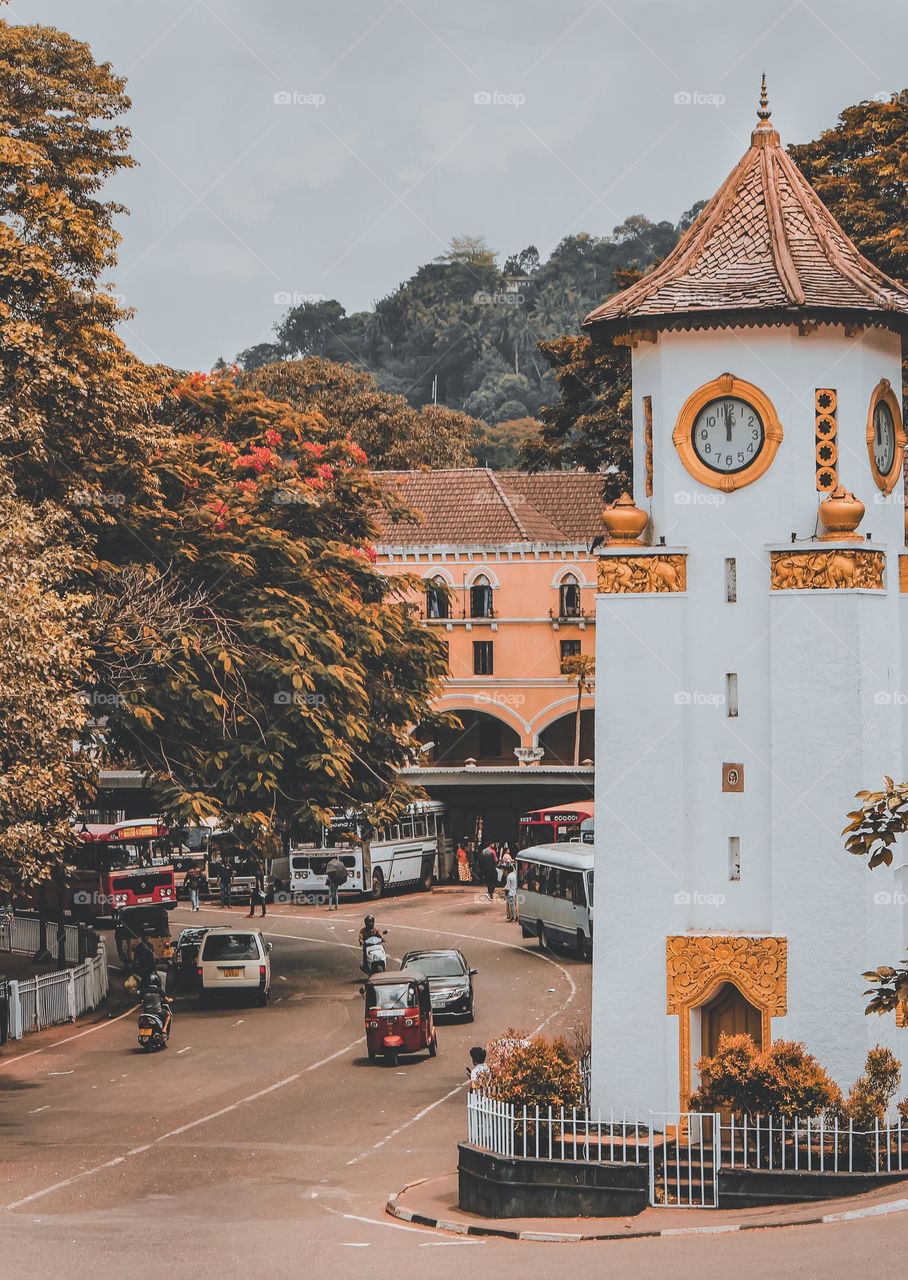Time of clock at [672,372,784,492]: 11:58
